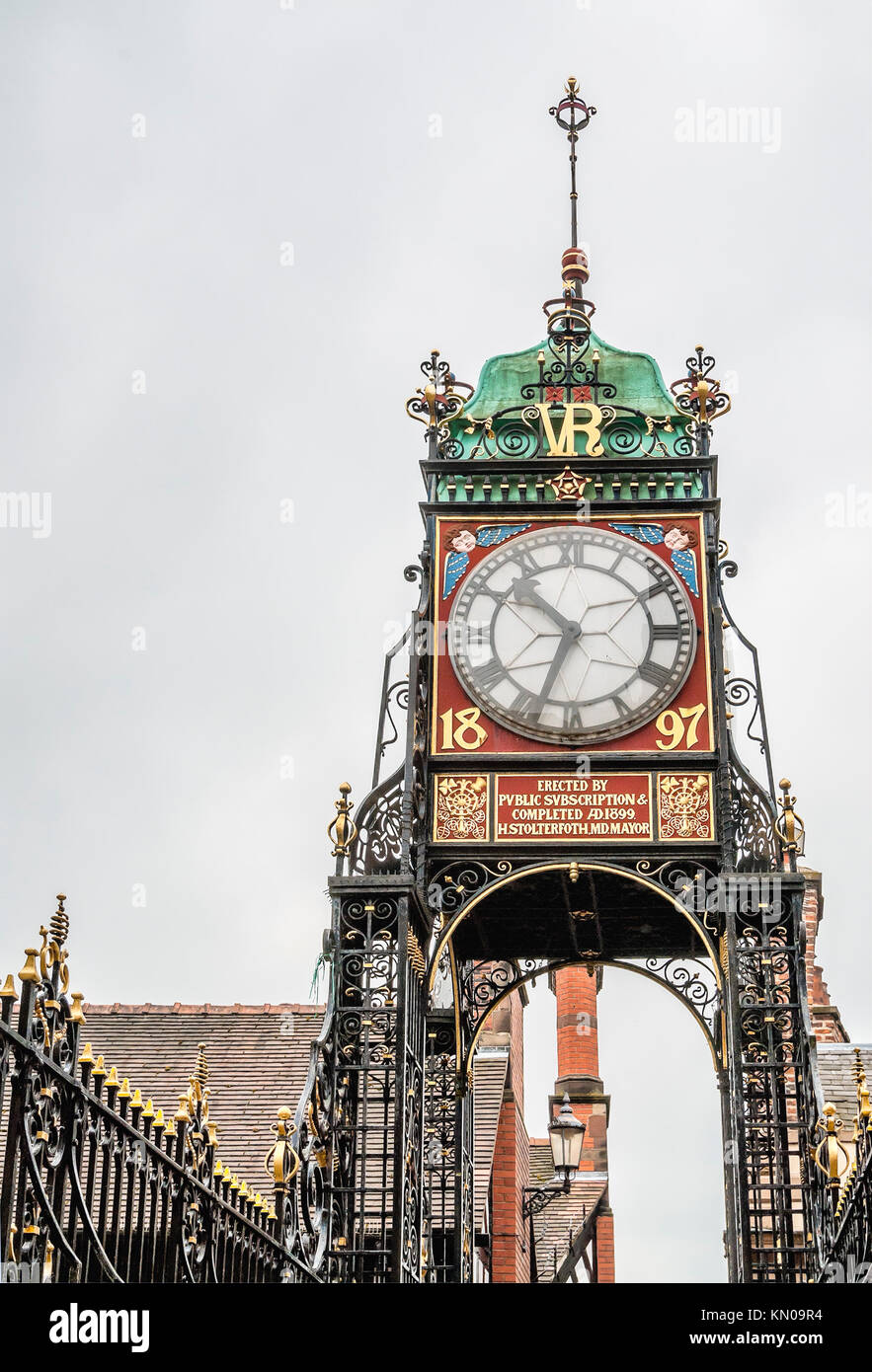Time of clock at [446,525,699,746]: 10:33
